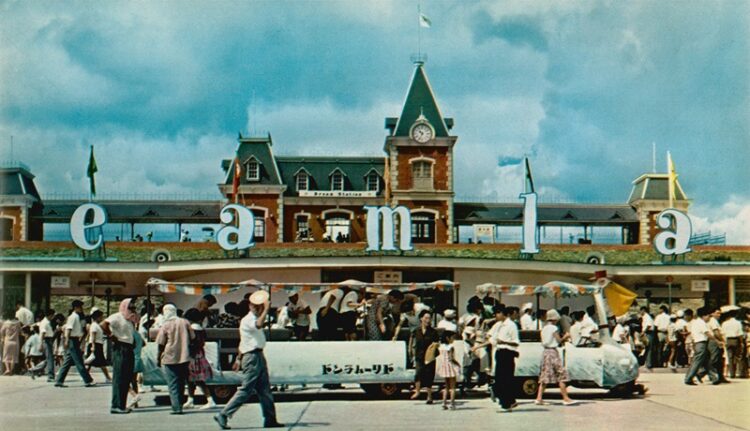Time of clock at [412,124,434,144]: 10:34
